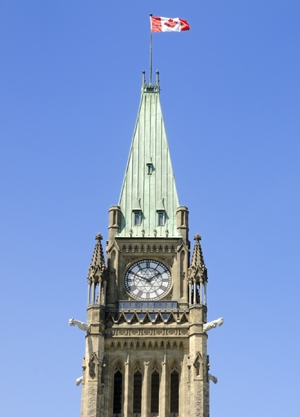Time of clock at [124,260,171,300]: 1:49
